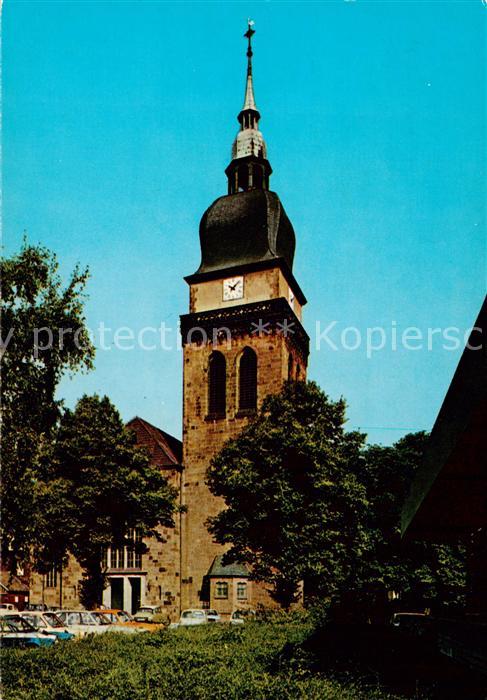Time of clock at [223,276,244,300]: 10:07
